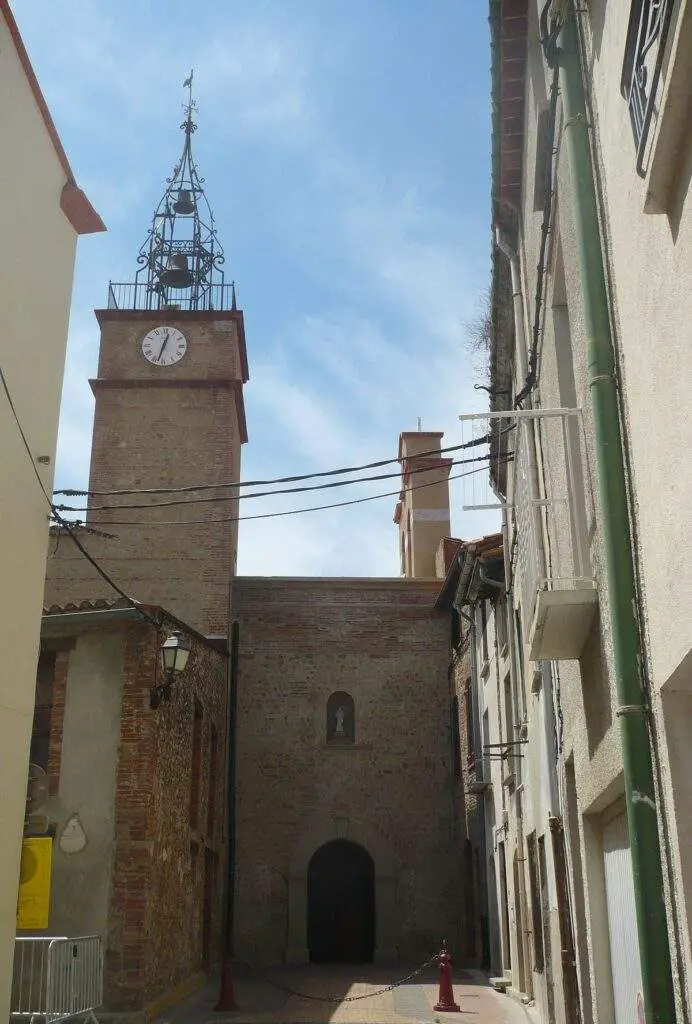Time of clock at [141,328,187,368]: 12:32
